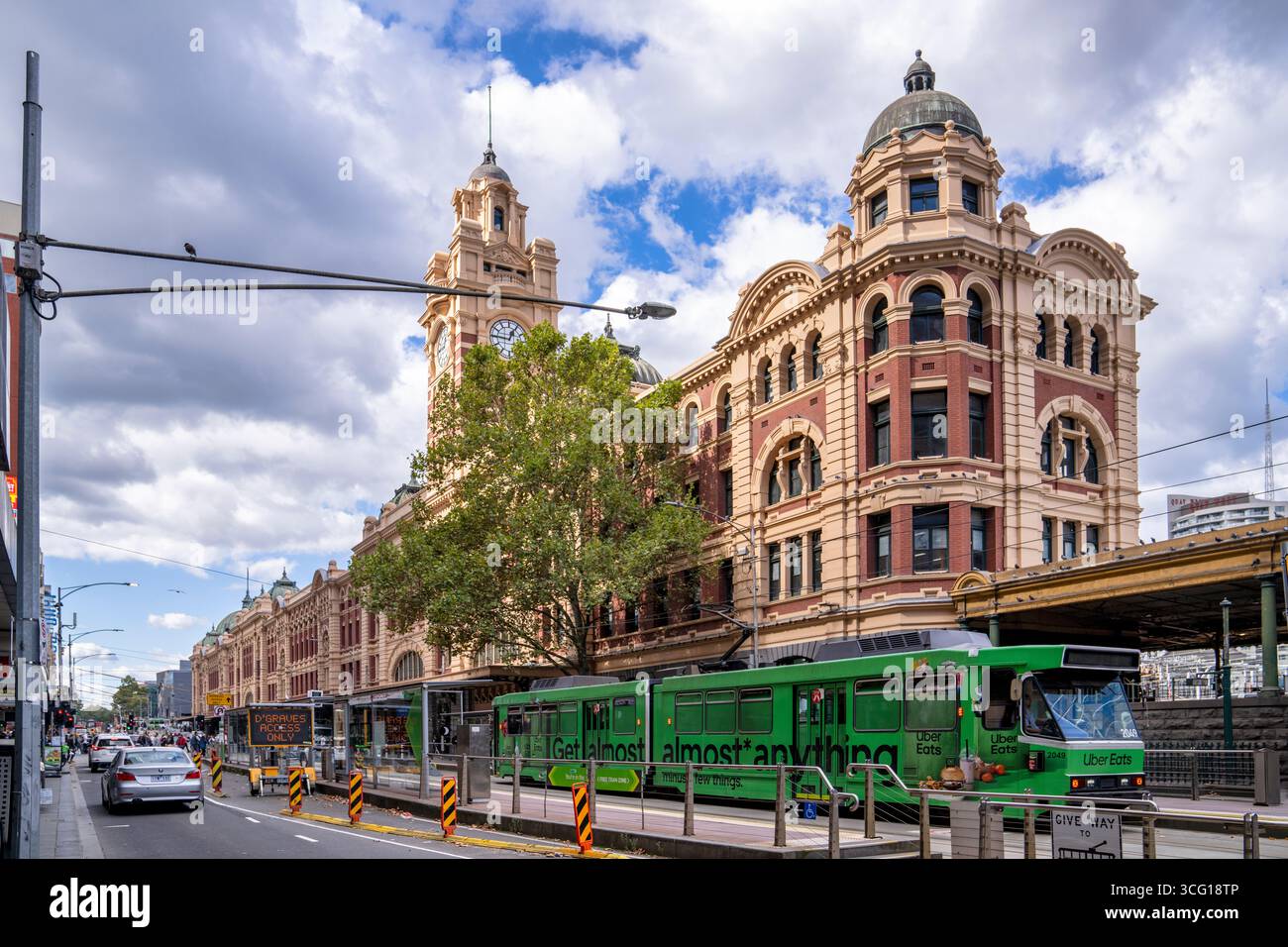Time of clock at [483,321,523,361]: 12:45
